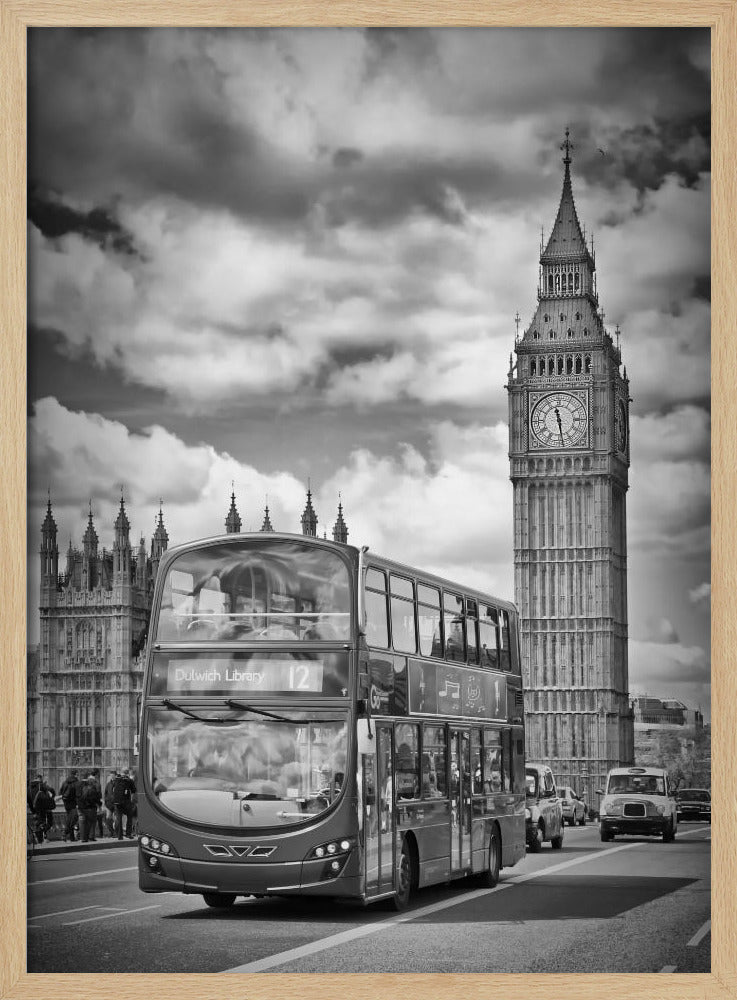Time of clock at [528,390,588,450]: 11:28
